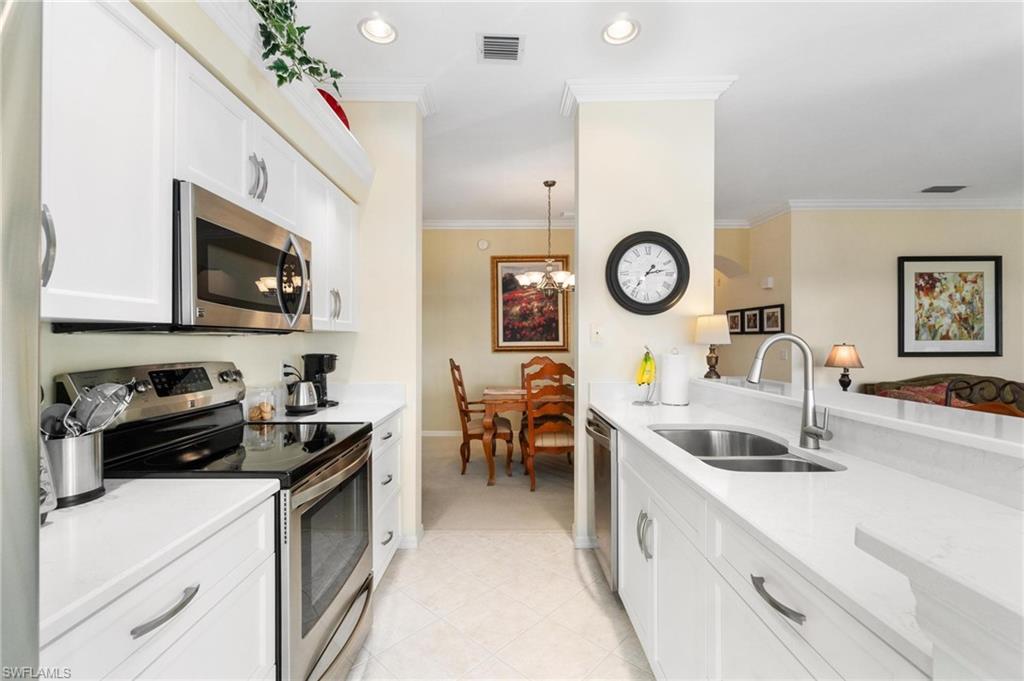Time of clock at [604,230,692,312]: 2:36
